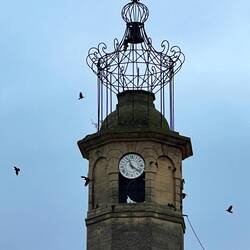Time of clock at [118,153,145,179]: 11:21
